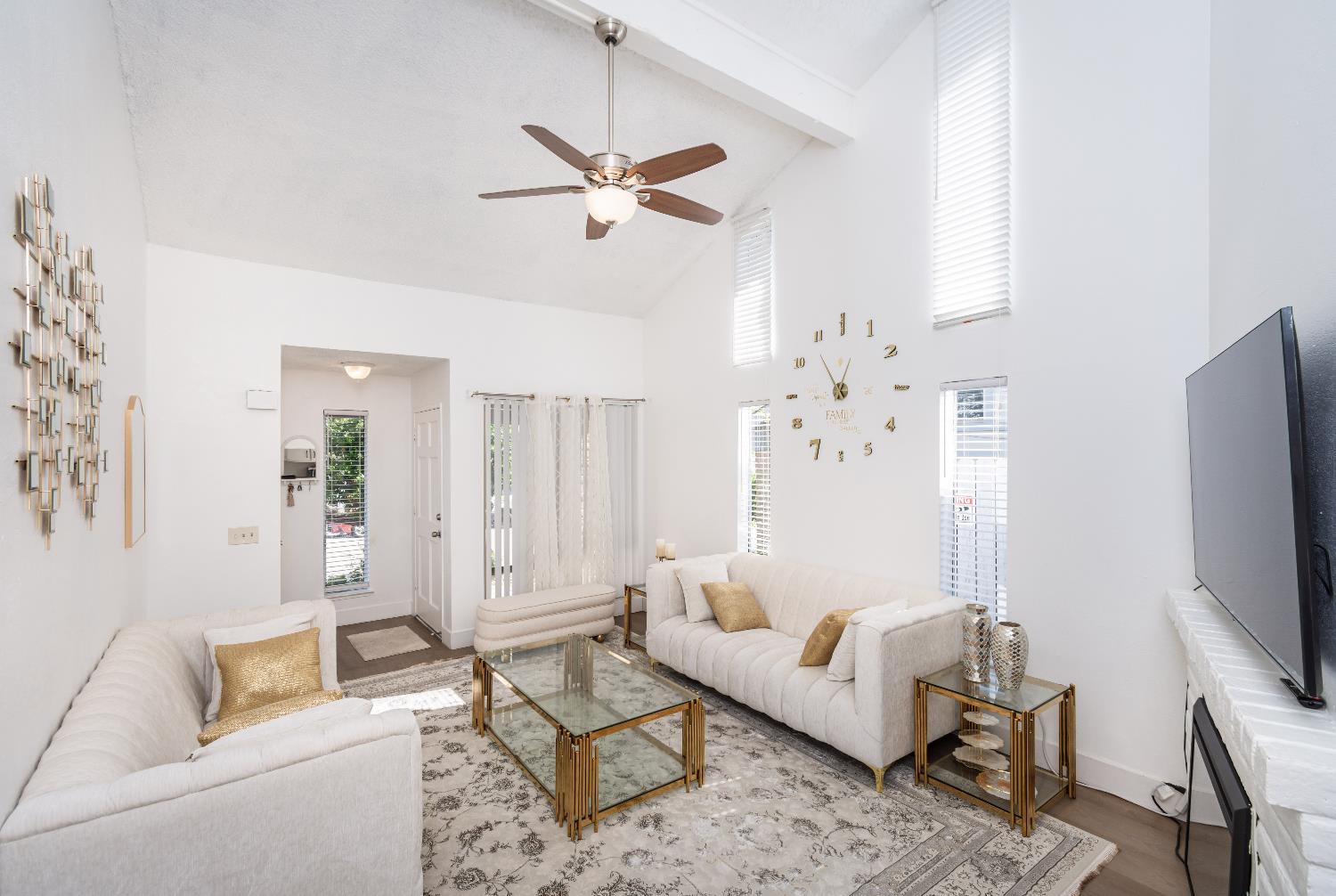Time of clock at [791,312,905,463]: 12:54
